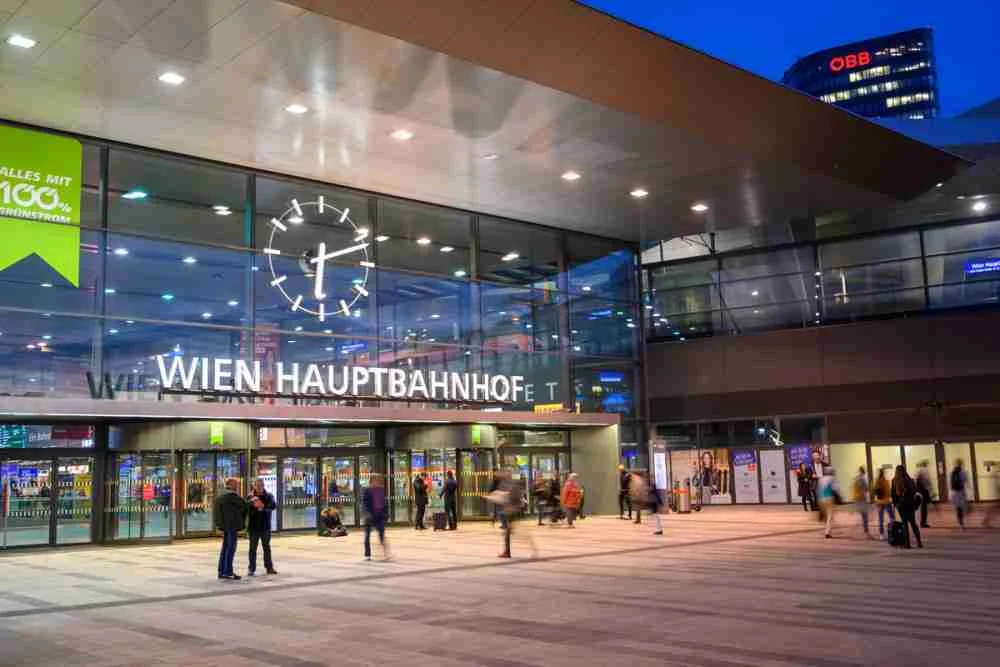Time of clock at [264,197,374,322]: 6:11
